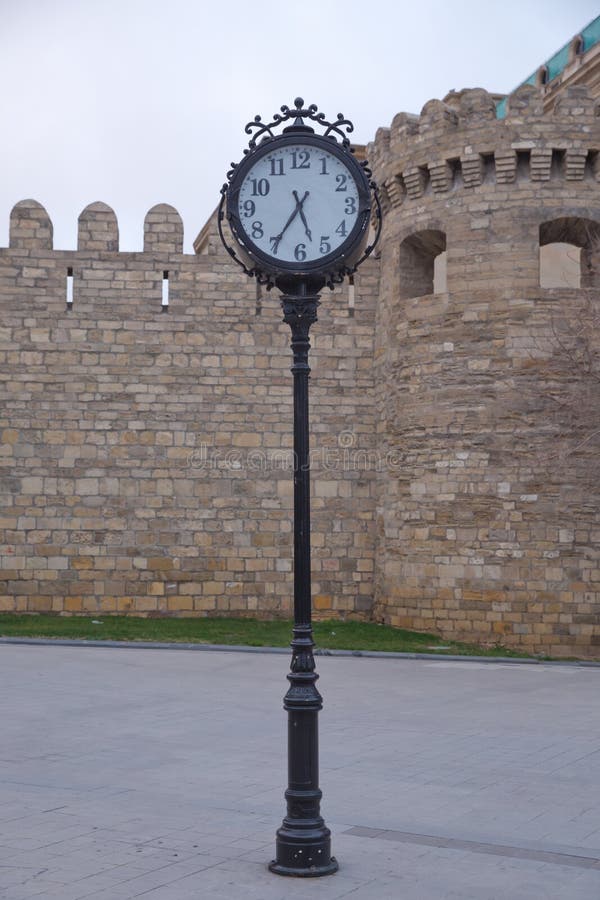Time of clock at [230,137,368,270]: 5:35
